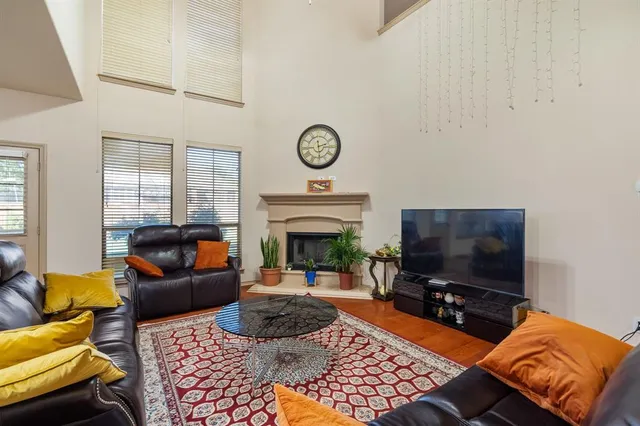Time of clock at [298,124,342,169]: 2:29
